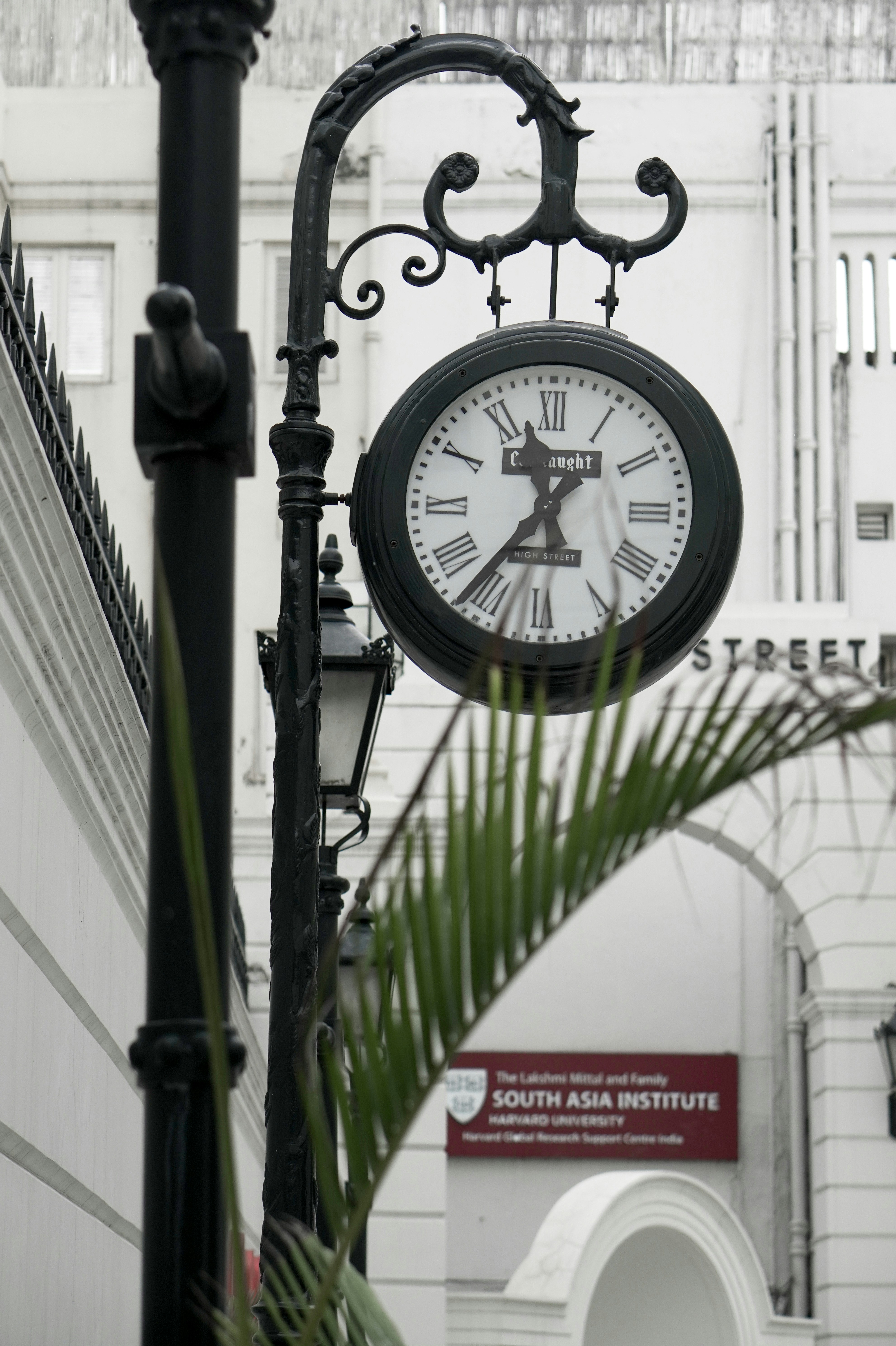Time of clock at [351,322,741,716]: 11:36
